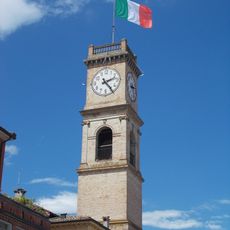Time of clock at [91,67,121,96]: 2:23
